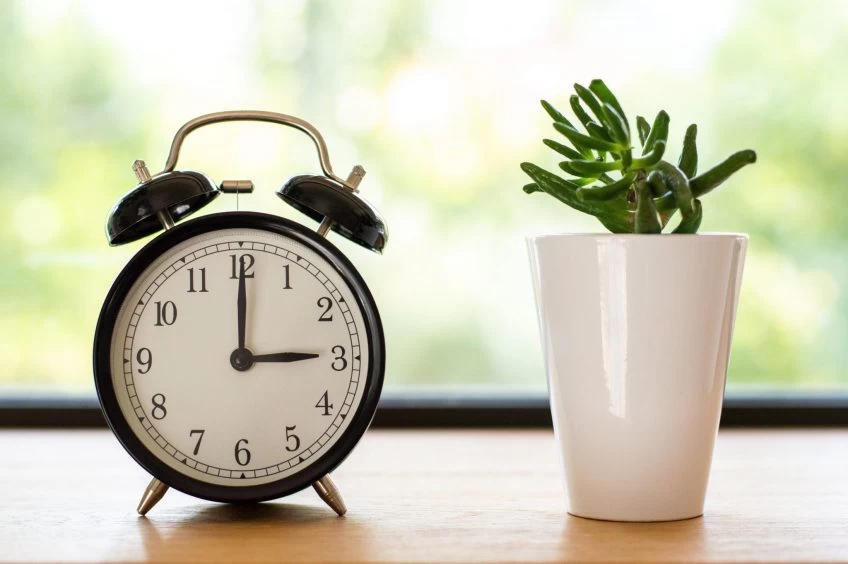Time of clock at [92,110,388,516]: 3:00
